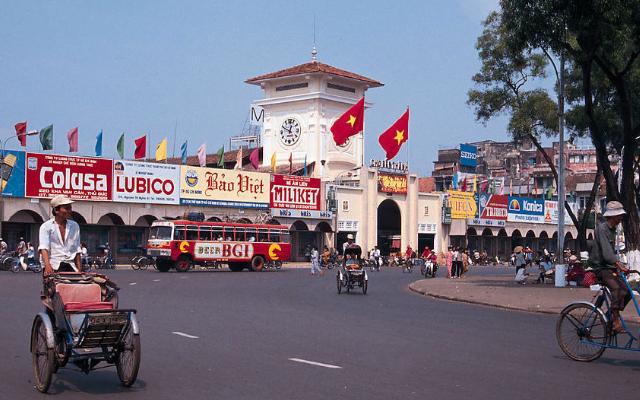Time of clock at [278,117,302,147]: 12:49
